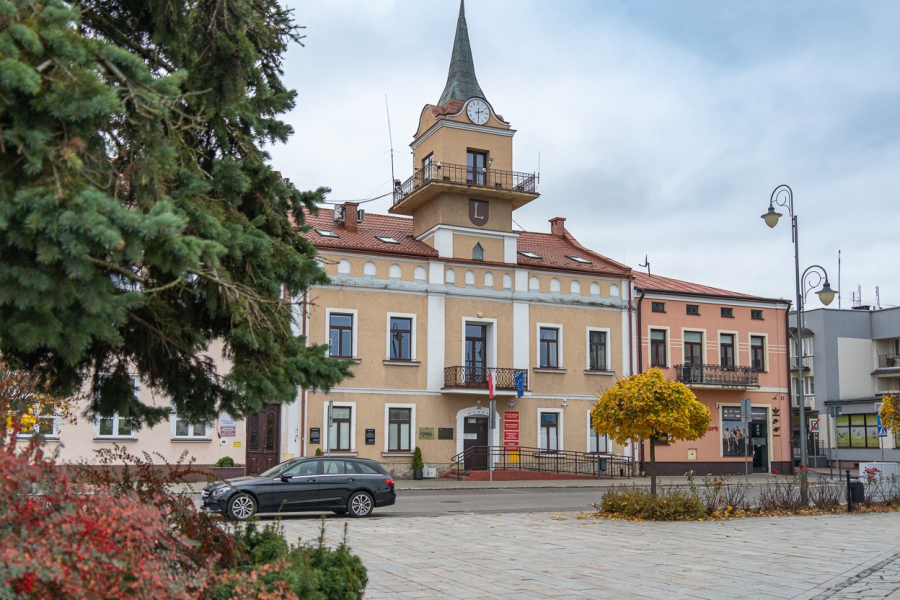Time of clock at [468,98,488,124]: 2:29
